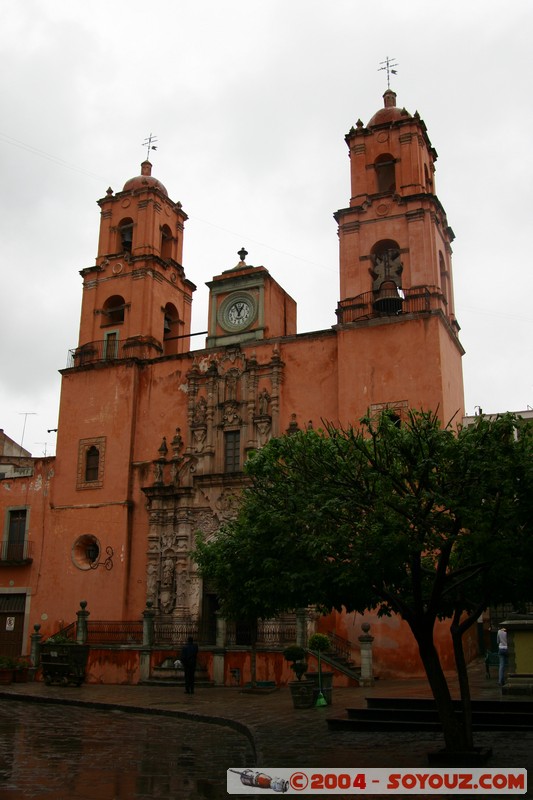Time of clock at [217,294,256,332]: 12:56
